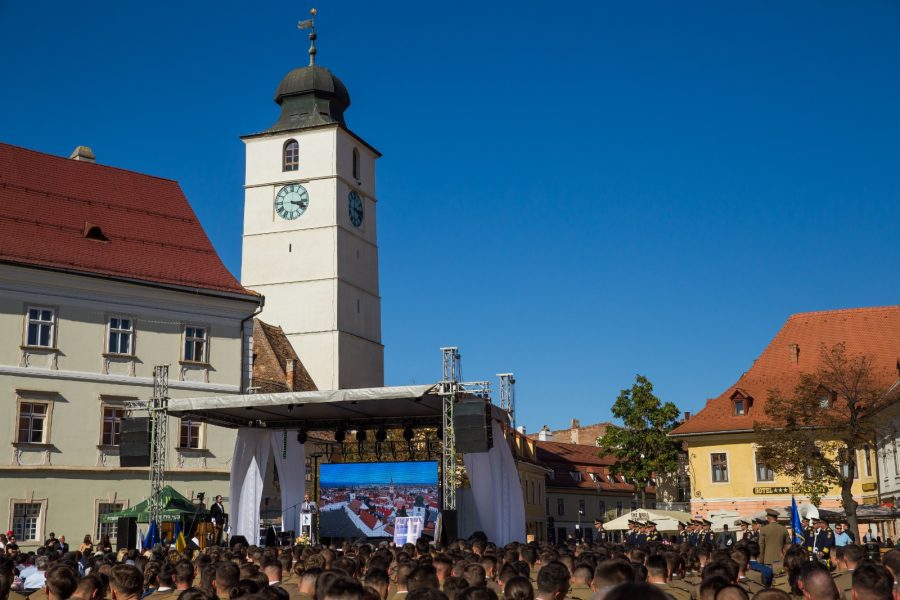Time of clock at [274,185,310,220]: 3:18
